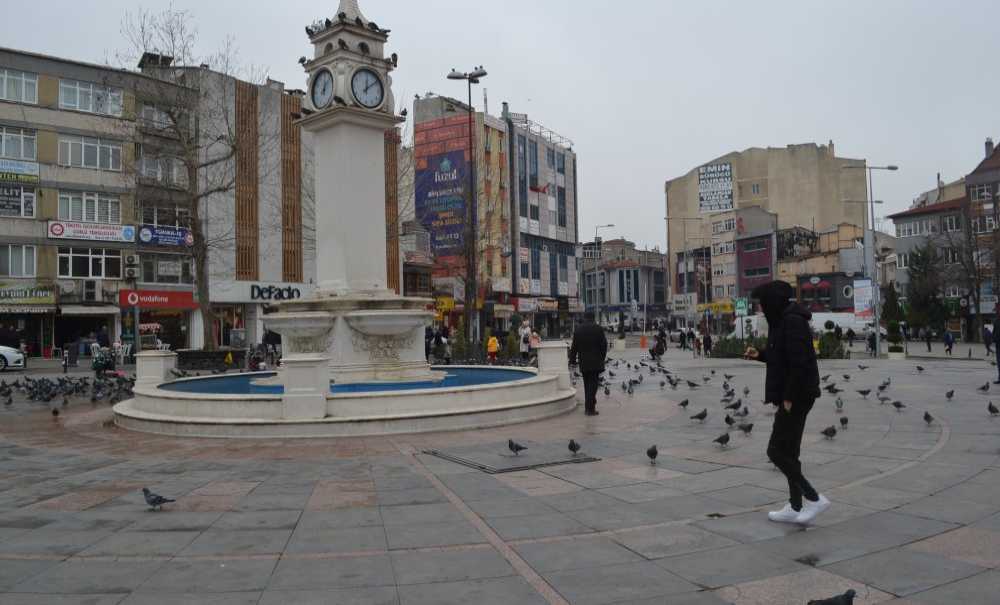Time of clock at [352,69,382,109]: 12:08
